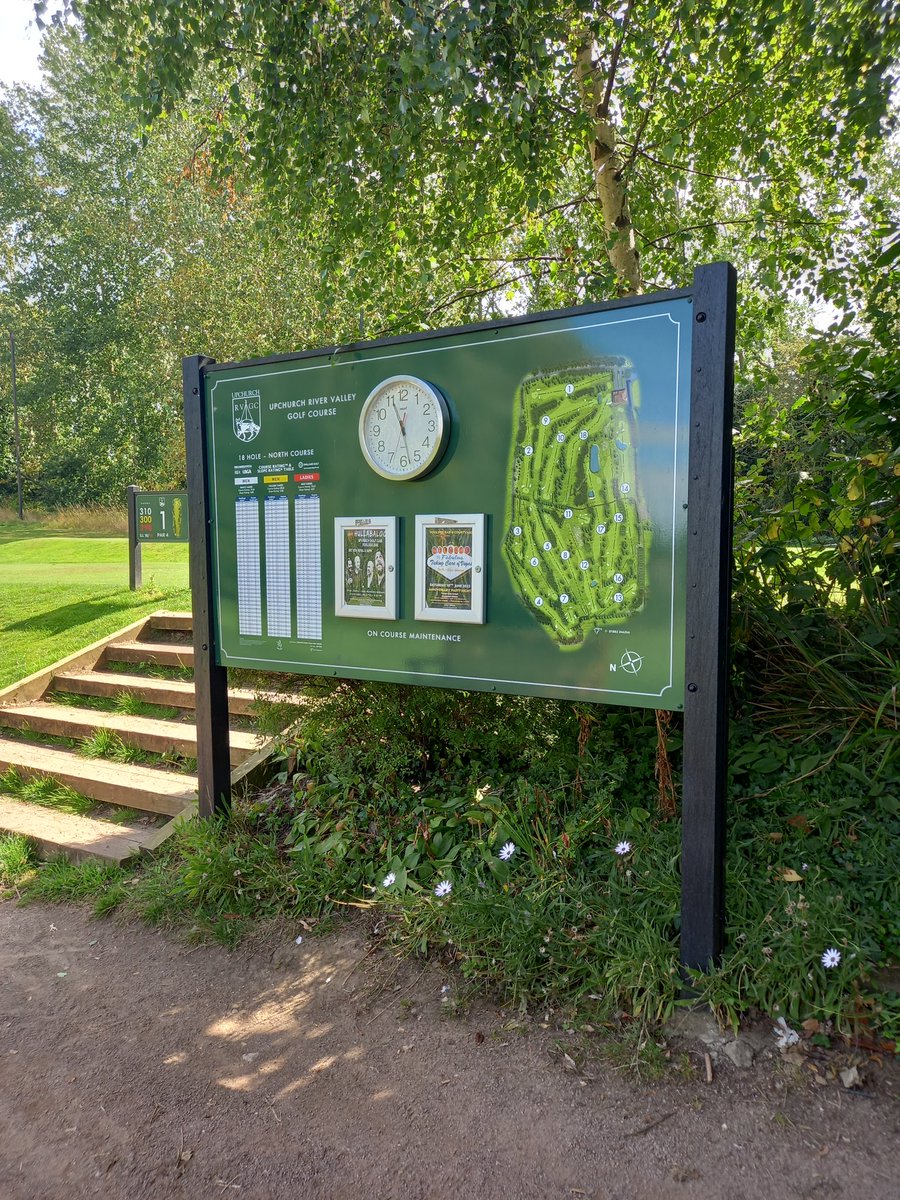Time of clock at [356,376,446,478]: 11:56
